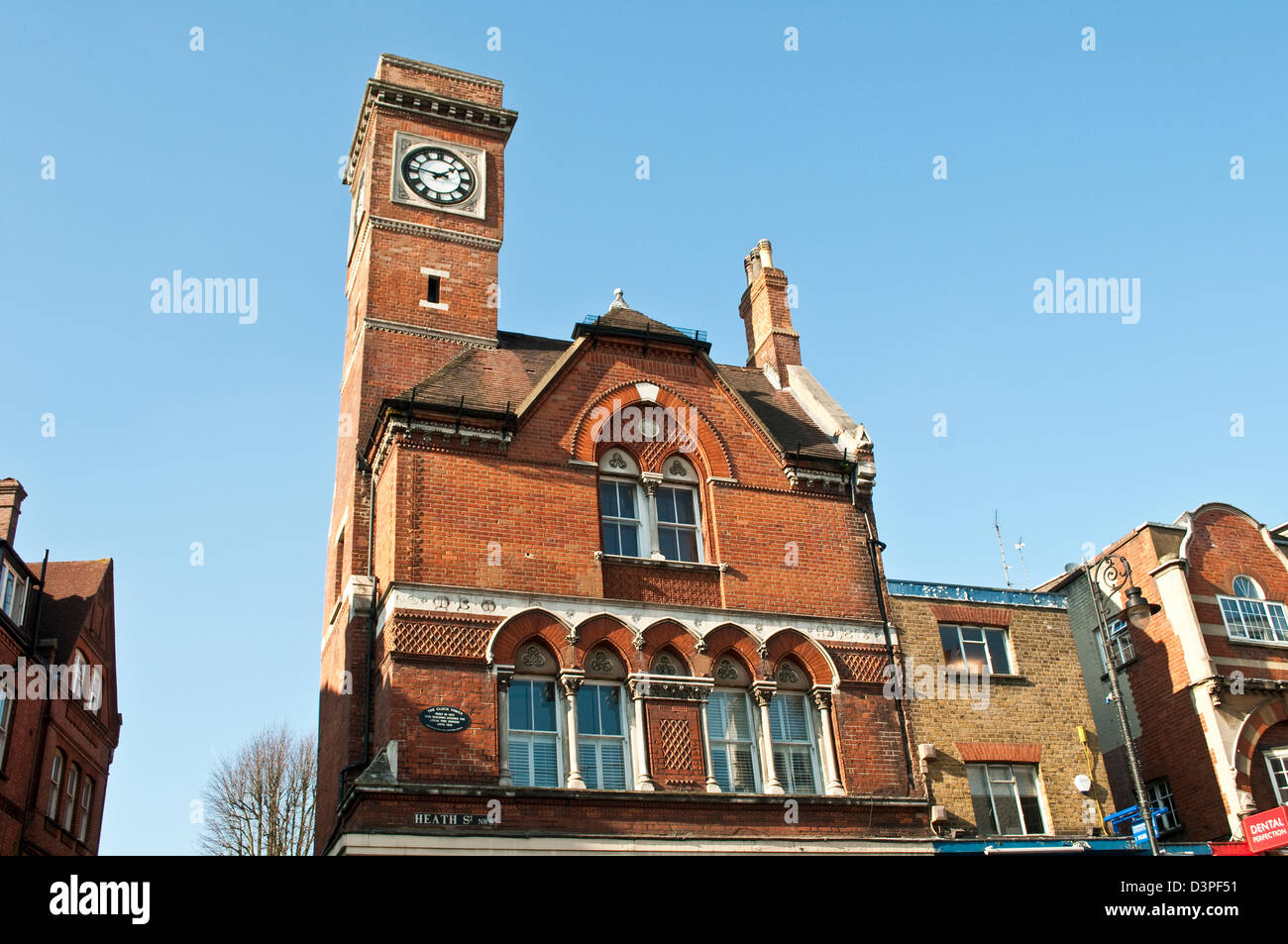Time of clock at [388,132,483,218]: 1:46
